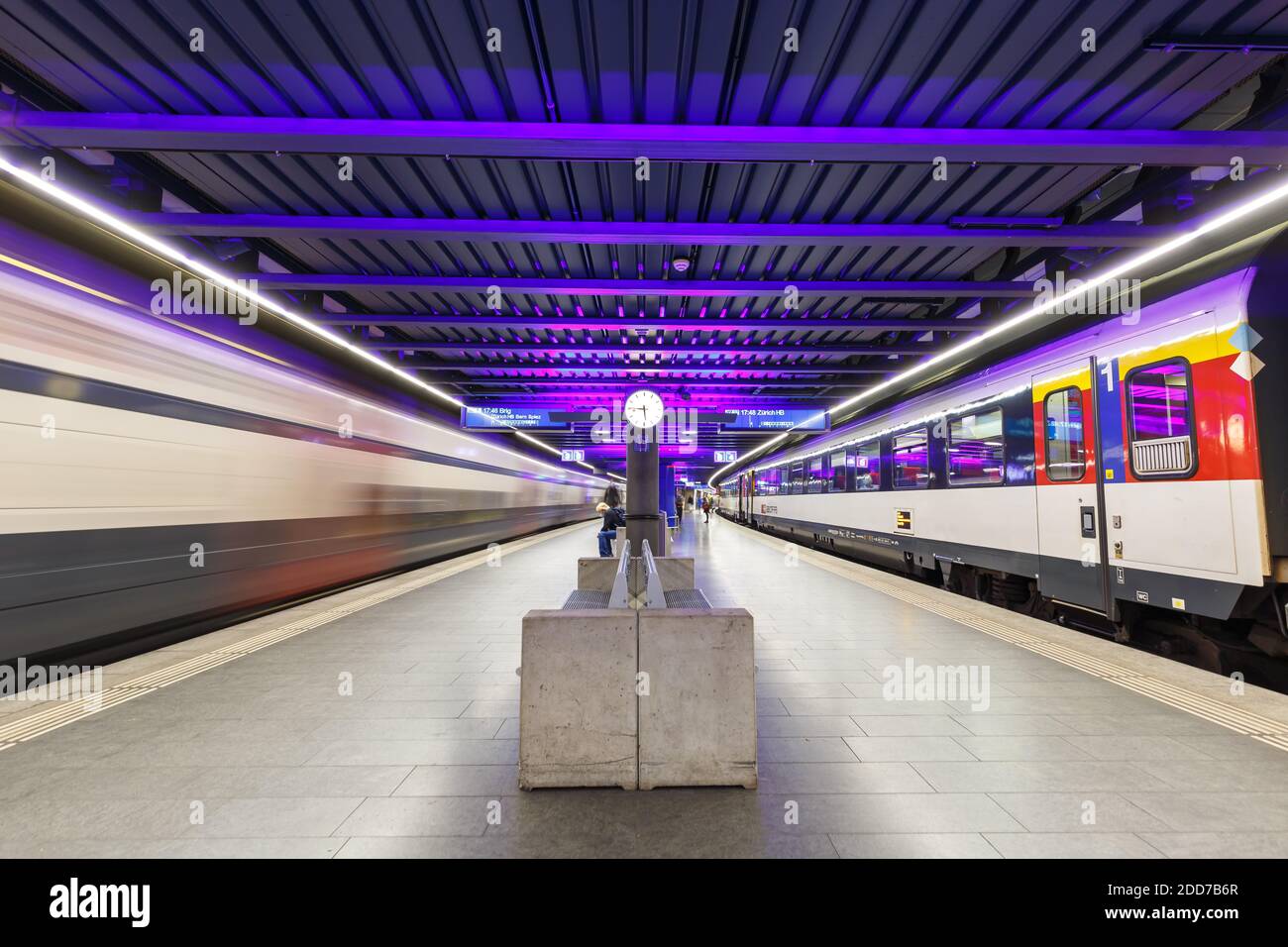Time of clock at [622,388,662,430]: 5:45
